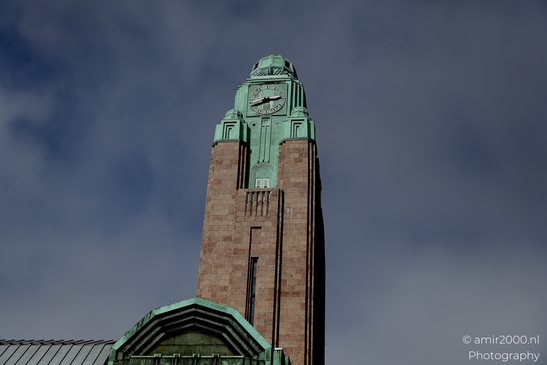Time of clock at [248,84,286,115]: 8:14
